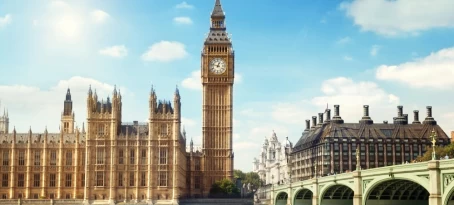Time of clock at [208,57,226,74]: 12:47
